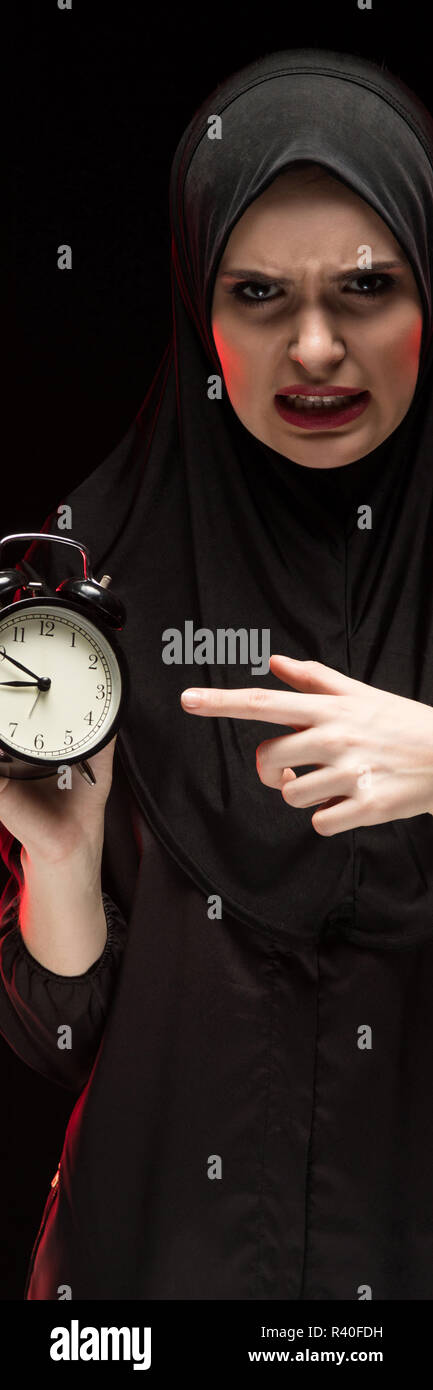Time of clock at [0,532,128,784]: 8:50
